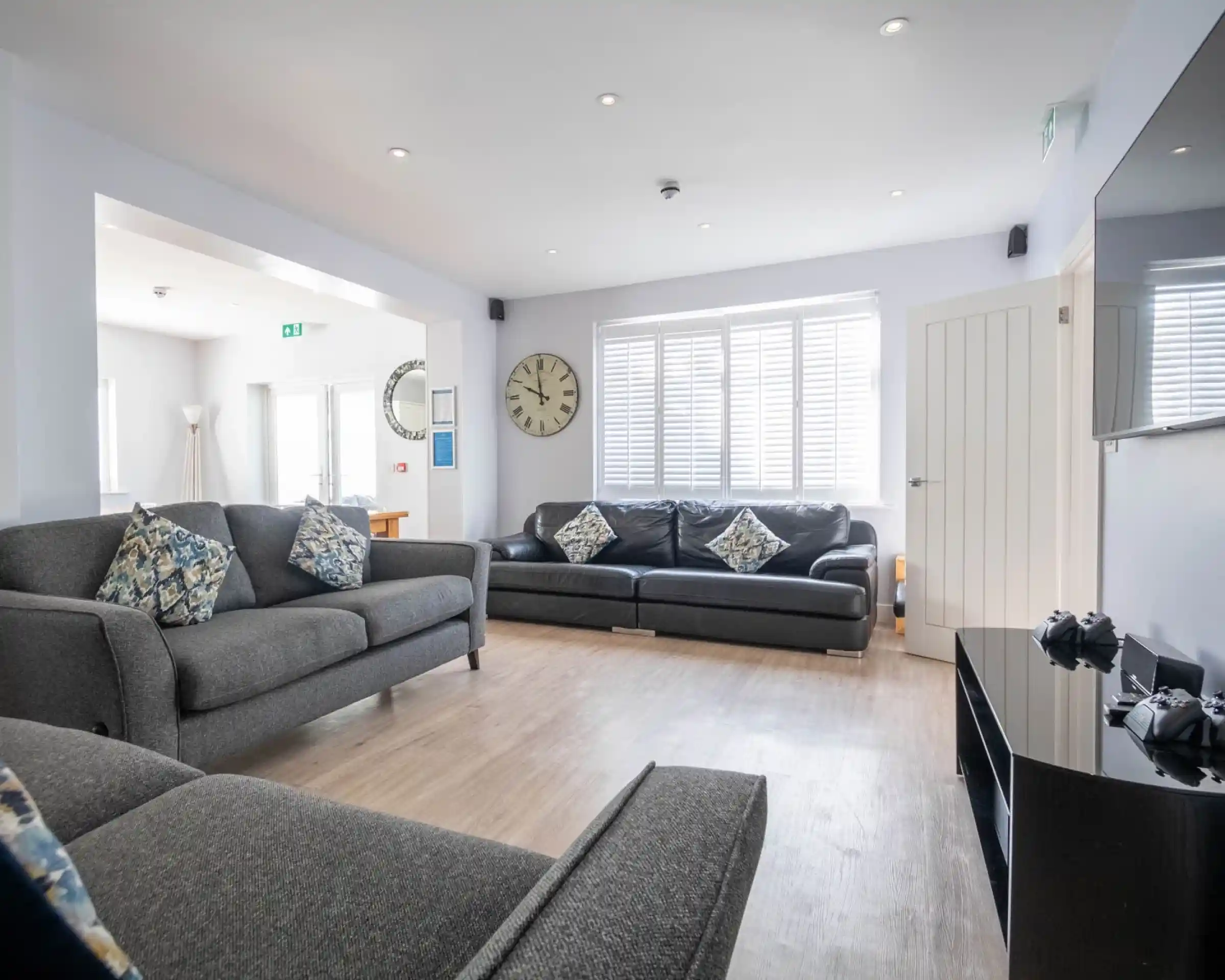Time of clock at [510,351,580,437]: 9:58
